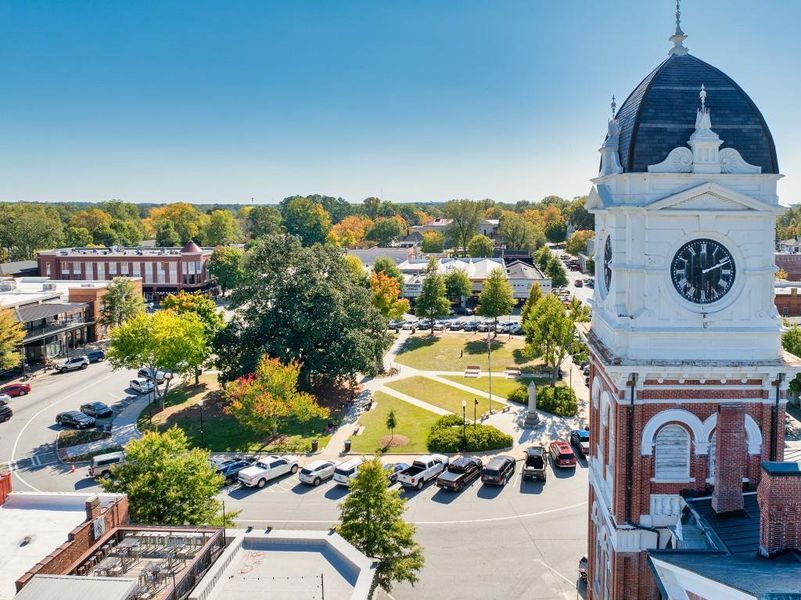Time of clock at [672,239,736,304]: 2:11
